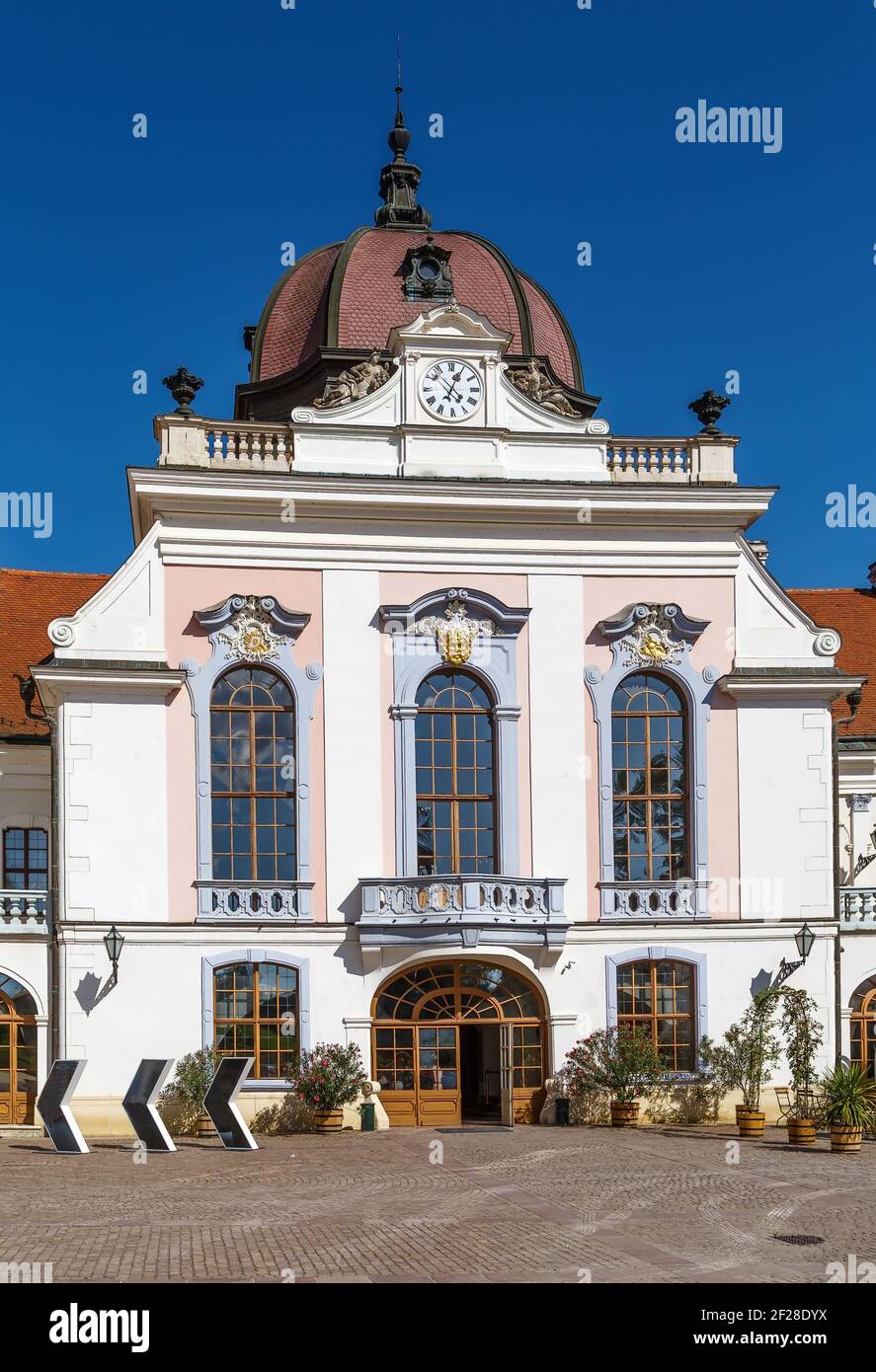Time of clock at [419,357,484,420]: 7:04
